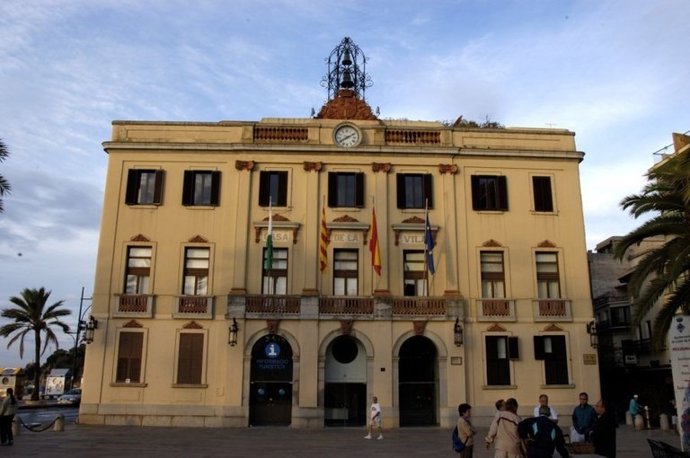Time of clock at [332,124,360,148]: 8:10
